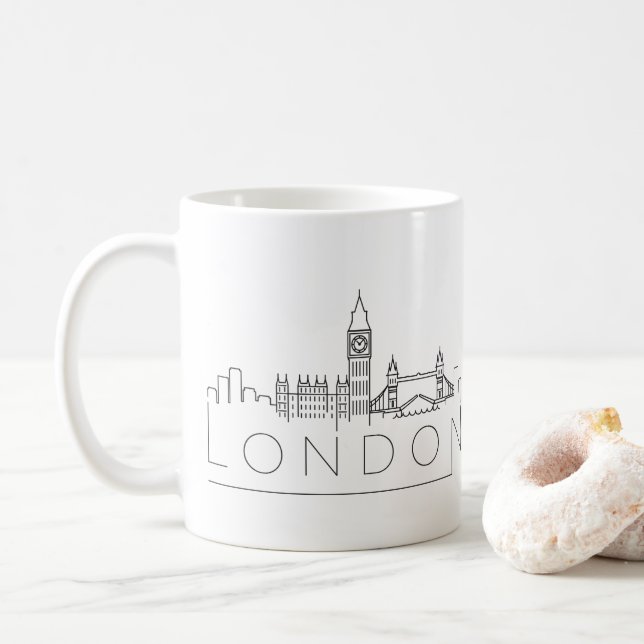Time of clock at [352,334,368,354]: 10:07
